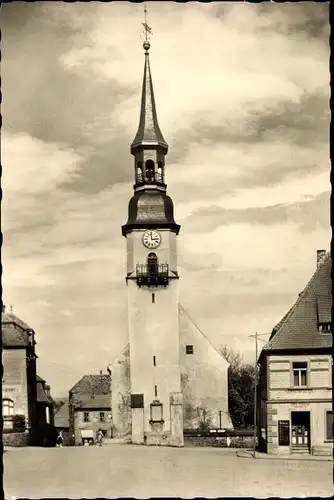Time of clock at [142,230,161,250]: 2:59
